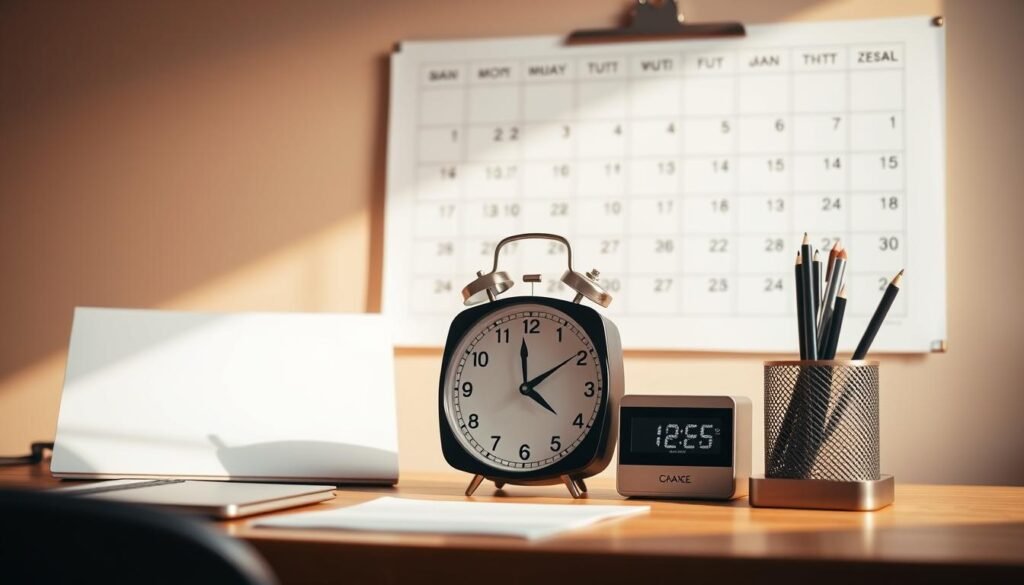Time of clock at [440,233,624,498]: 4:09
